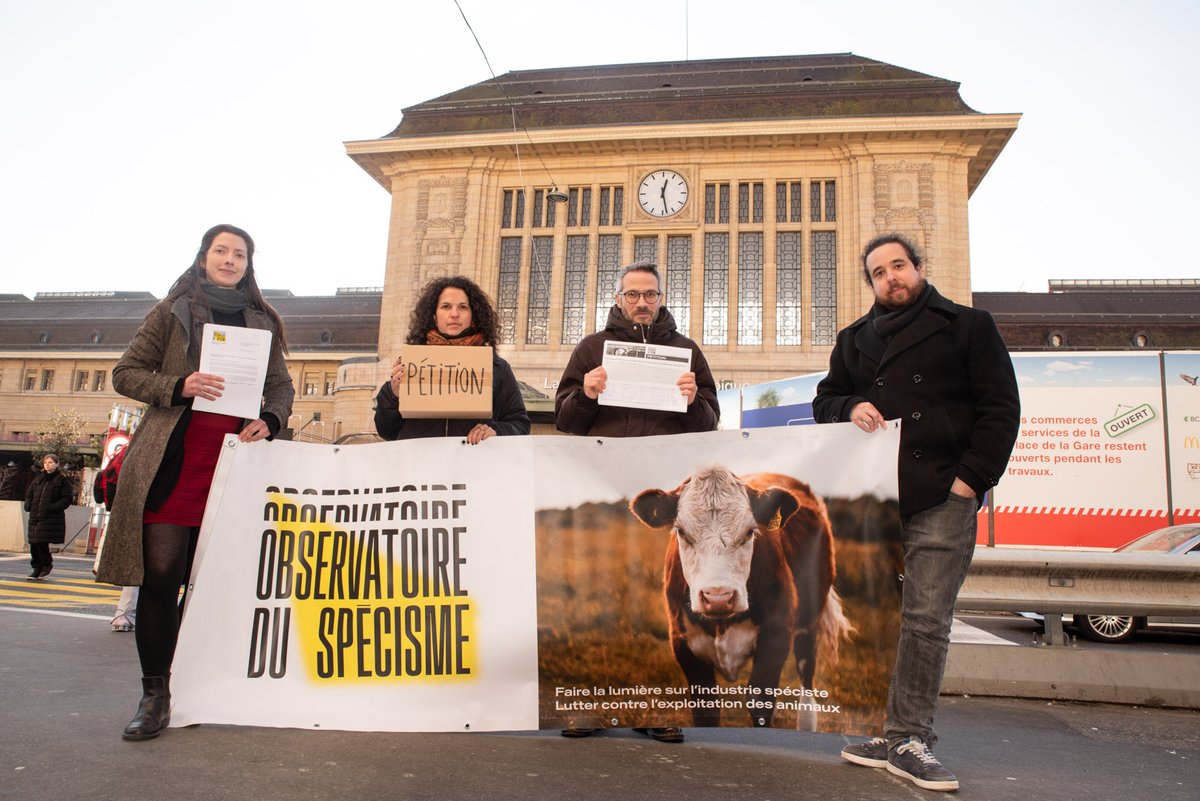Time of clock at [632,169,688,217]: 12:28
